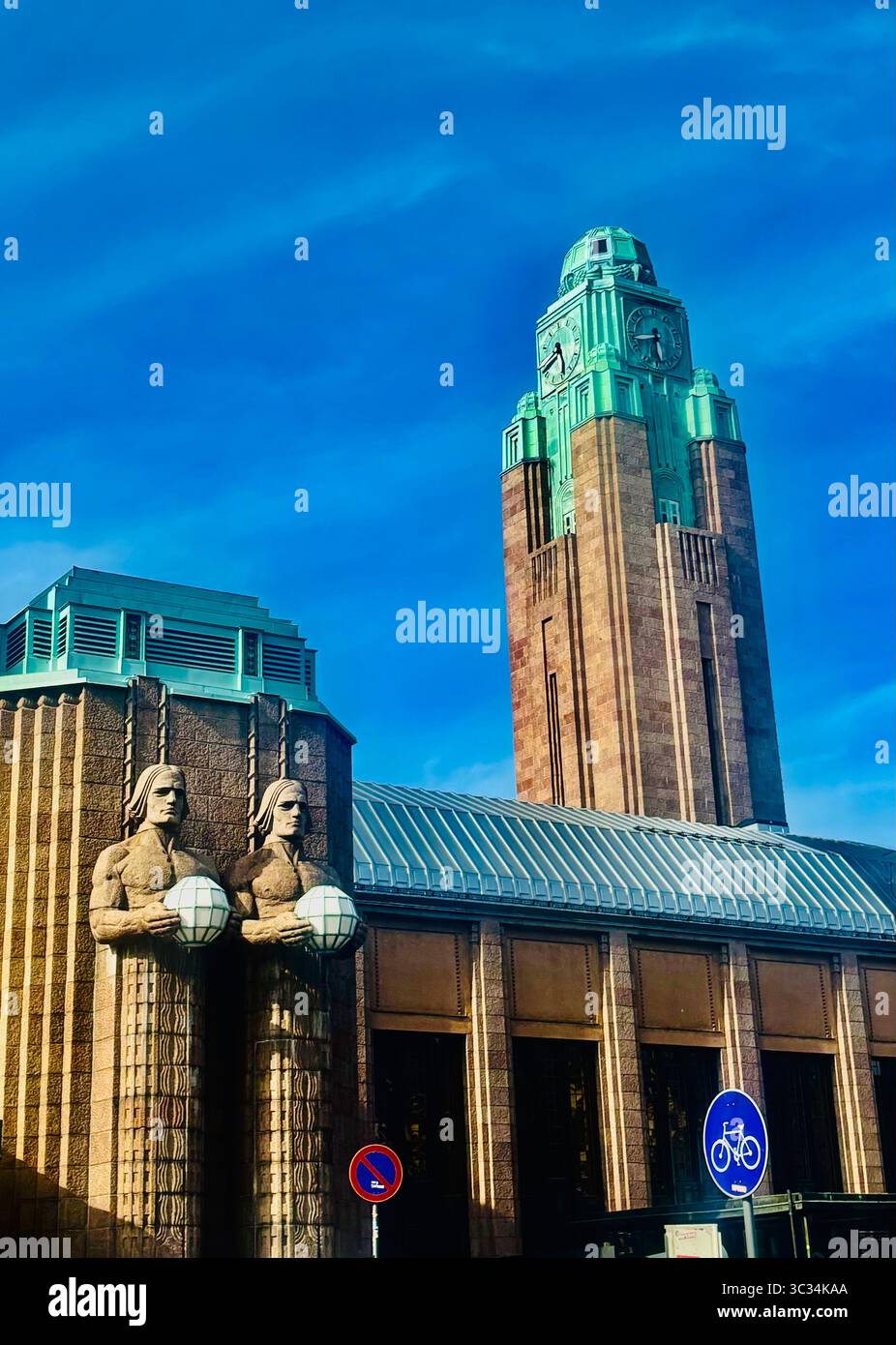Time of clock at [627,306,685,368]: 5:43
